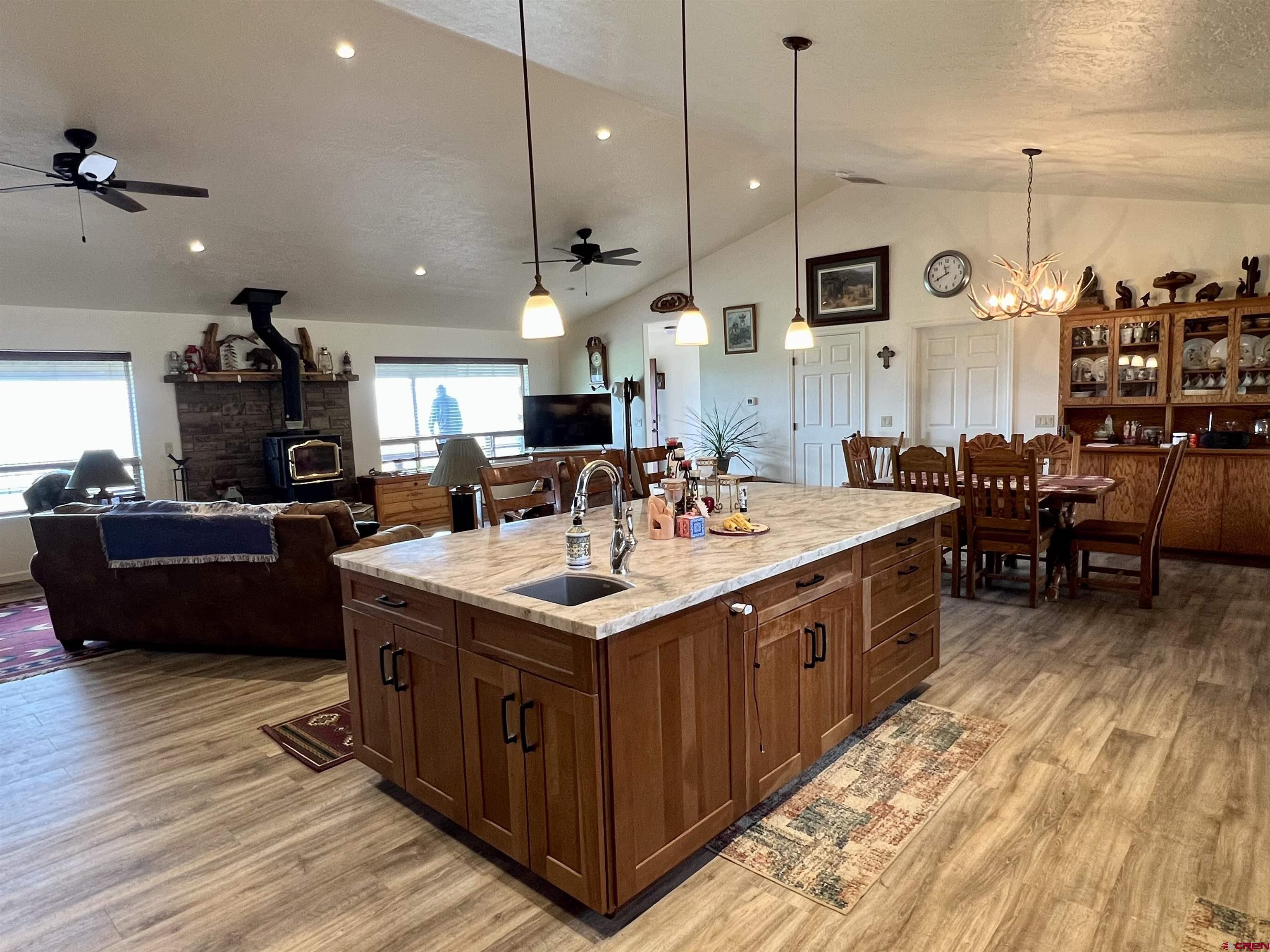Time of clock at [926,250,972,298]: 11:40
